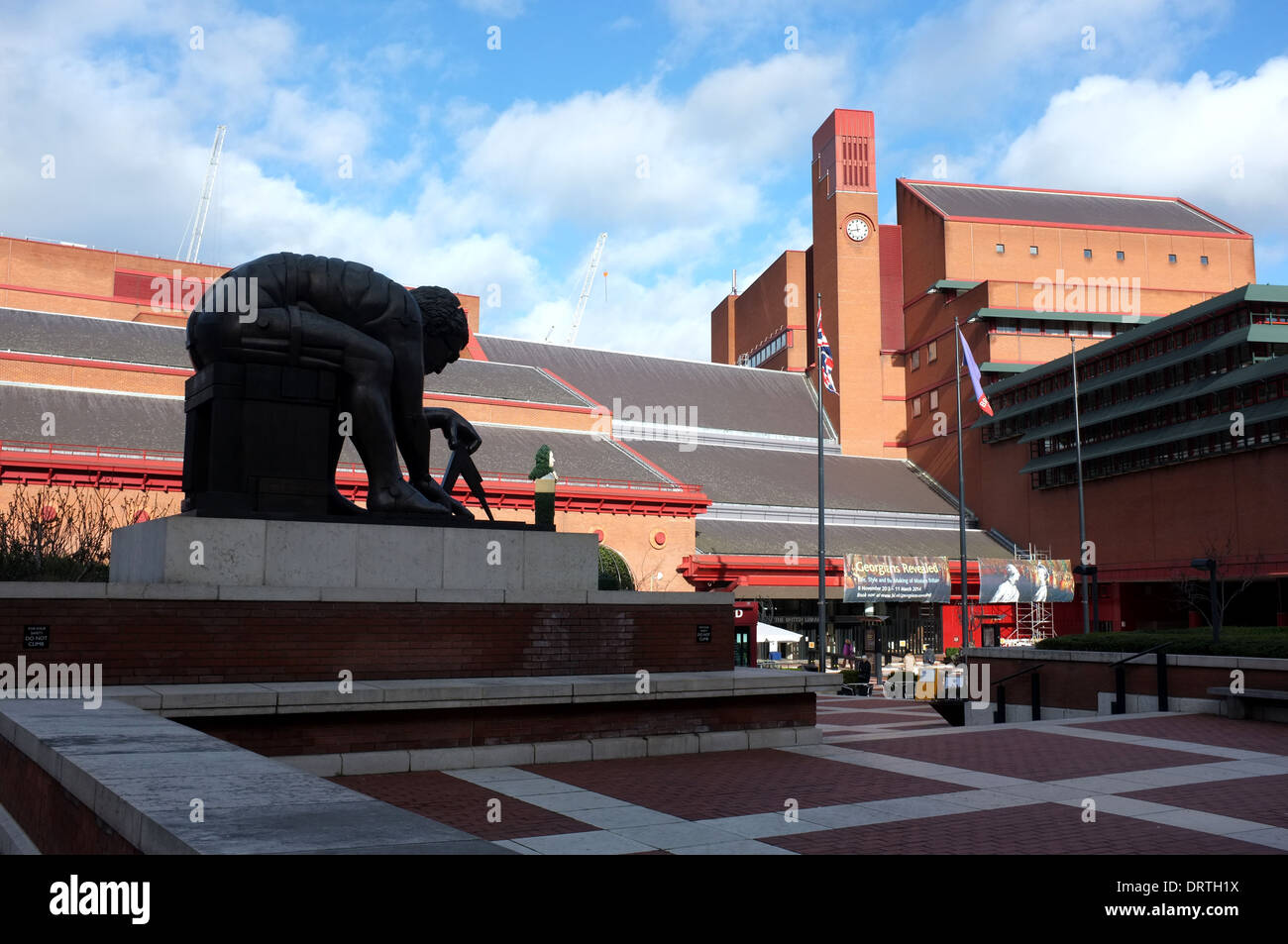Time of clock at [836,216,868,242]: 11:42
